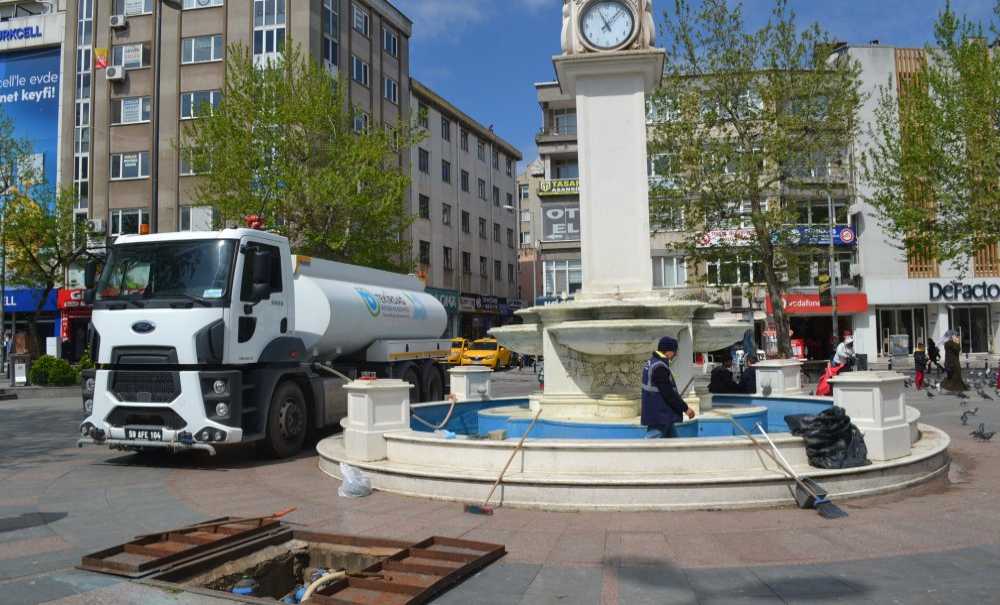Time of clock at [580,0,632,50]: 11:07
